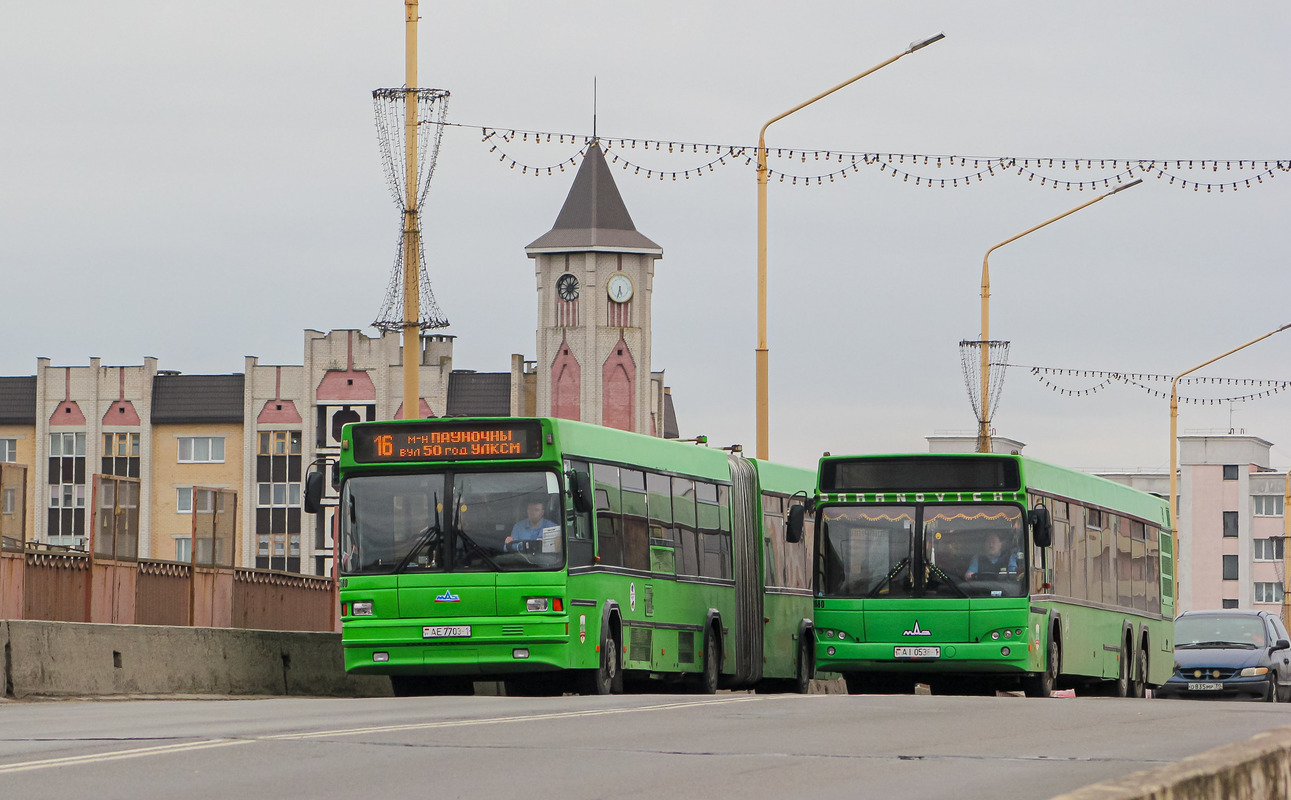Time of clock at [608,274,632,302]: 5:32
